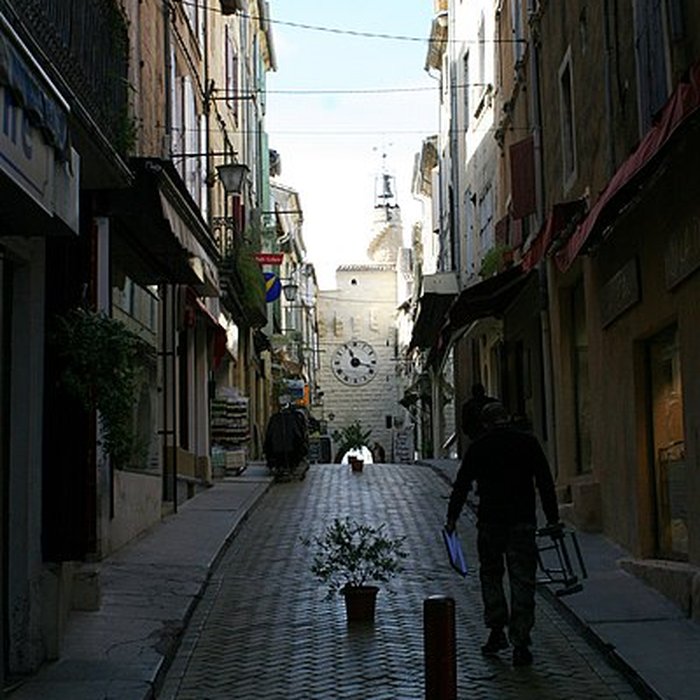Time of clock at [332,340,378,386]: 11:17
